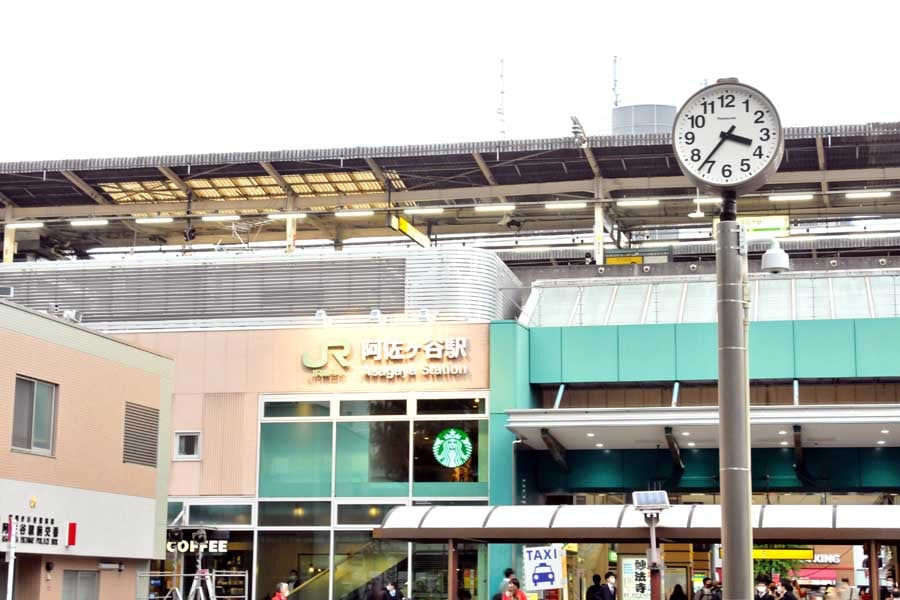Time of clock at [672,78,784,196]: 3:36
